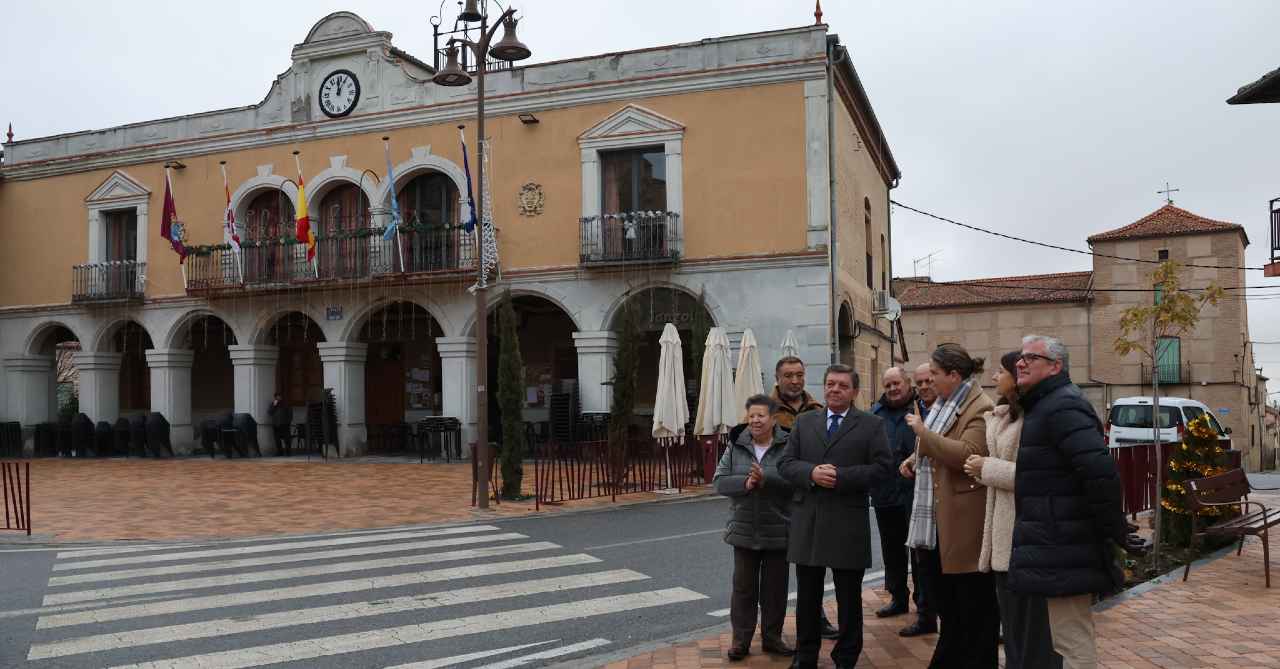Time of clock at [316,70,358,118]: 12:05
